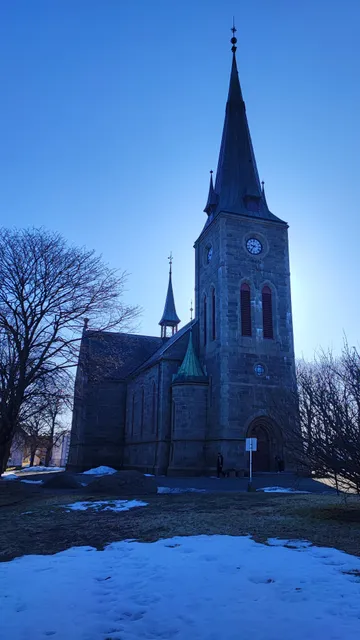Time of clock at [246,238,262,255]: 9:36
